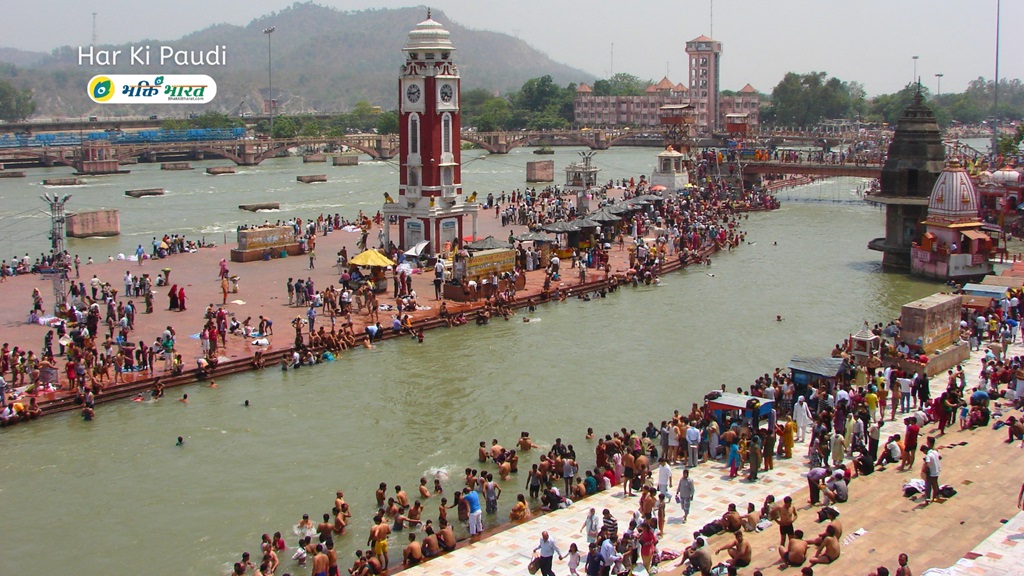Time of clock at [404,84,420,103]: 9:11
